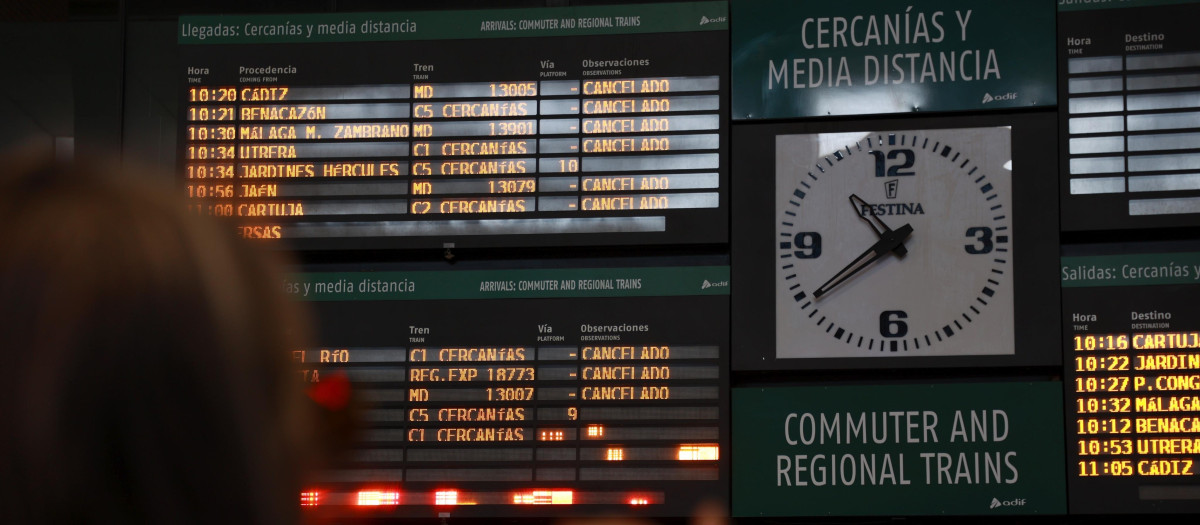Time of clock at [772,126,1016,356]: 10:39
